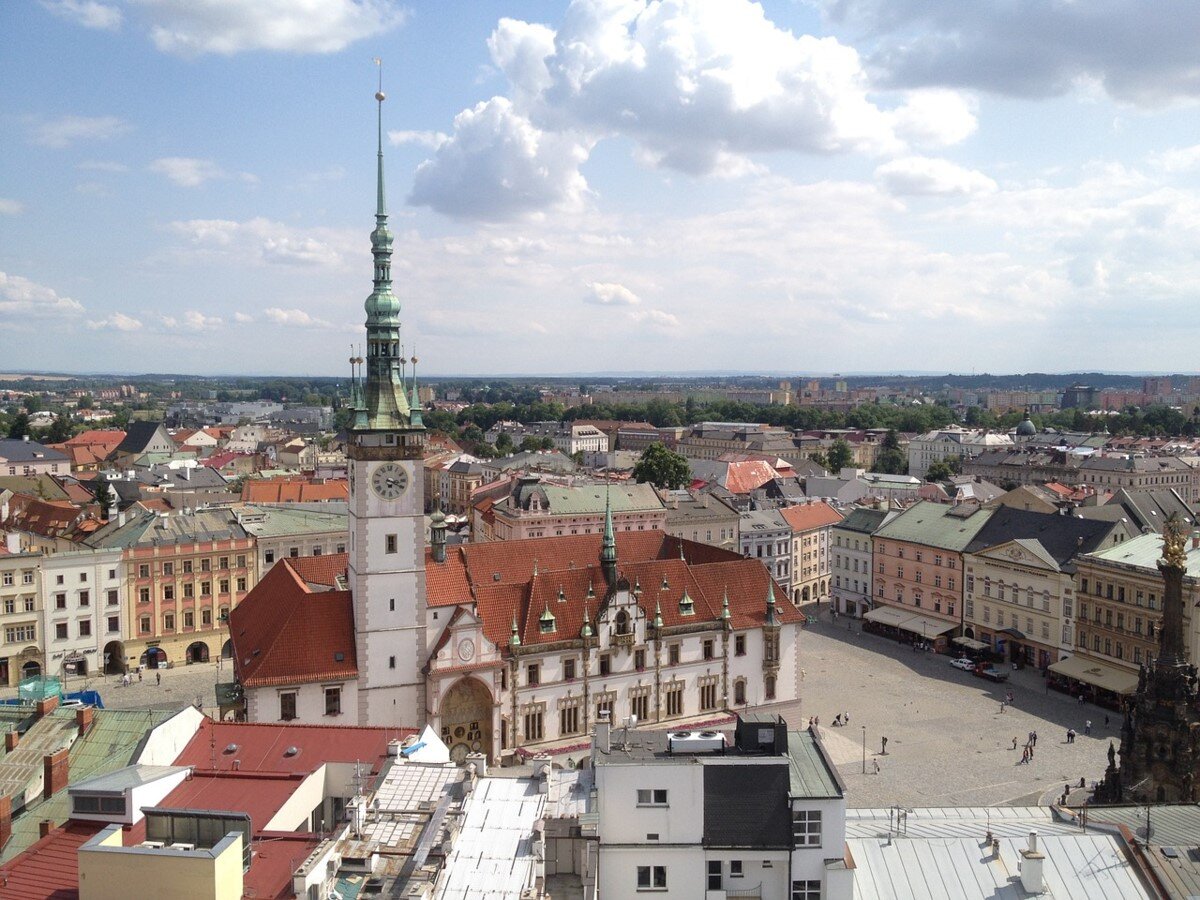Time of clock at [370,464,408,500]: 3:20
